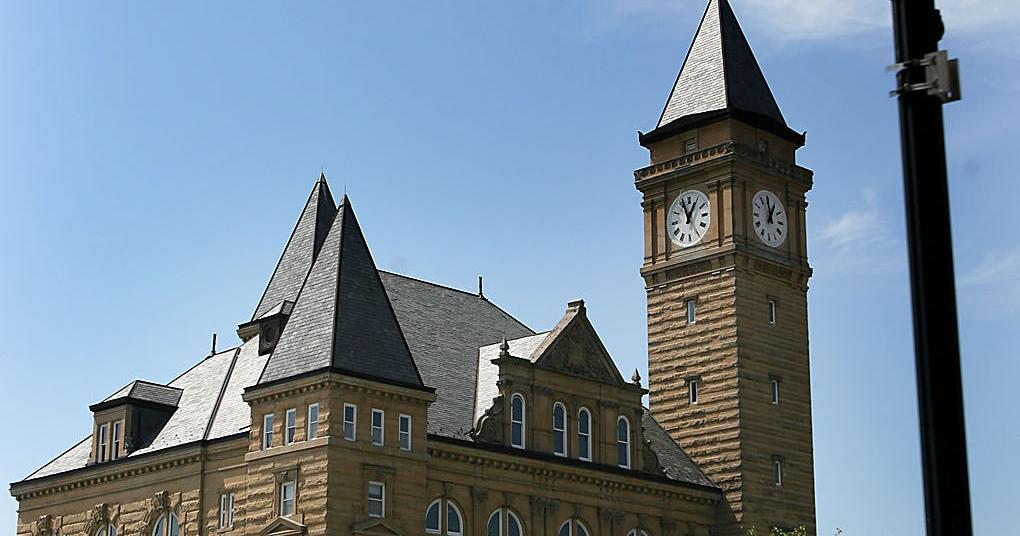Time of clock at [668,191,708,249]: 12:56
